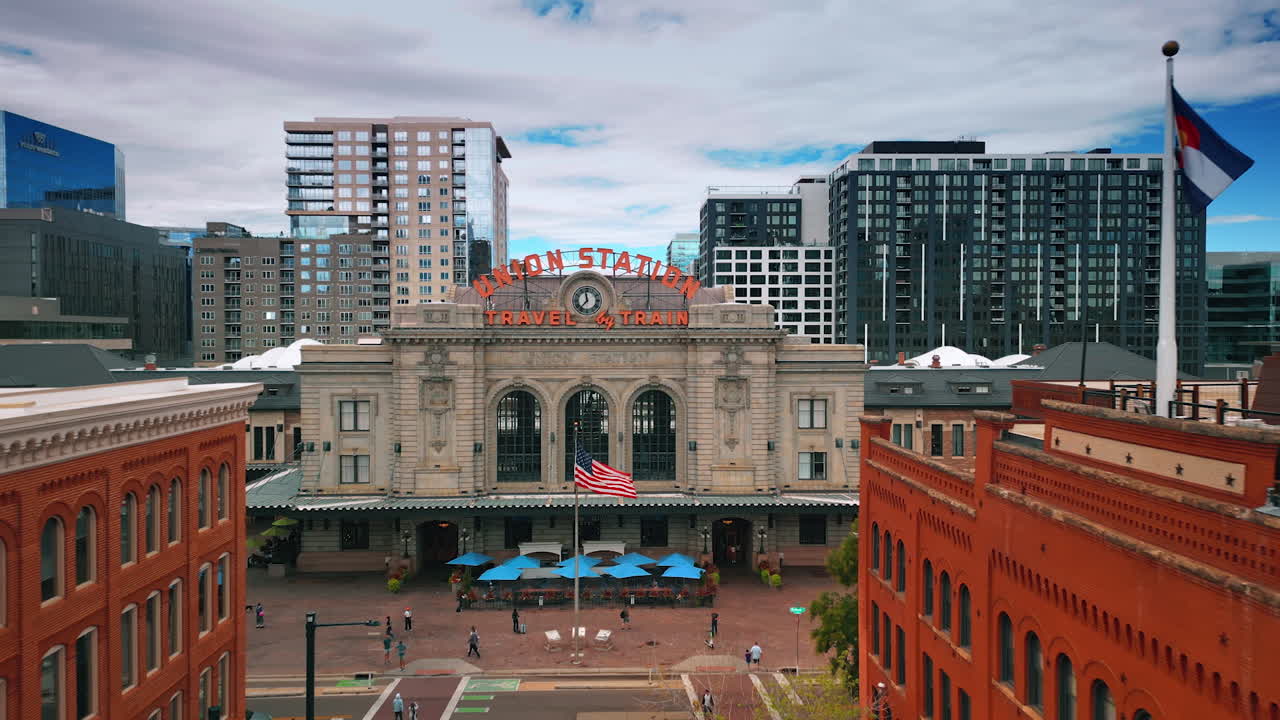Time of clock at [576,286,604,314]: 11:37
